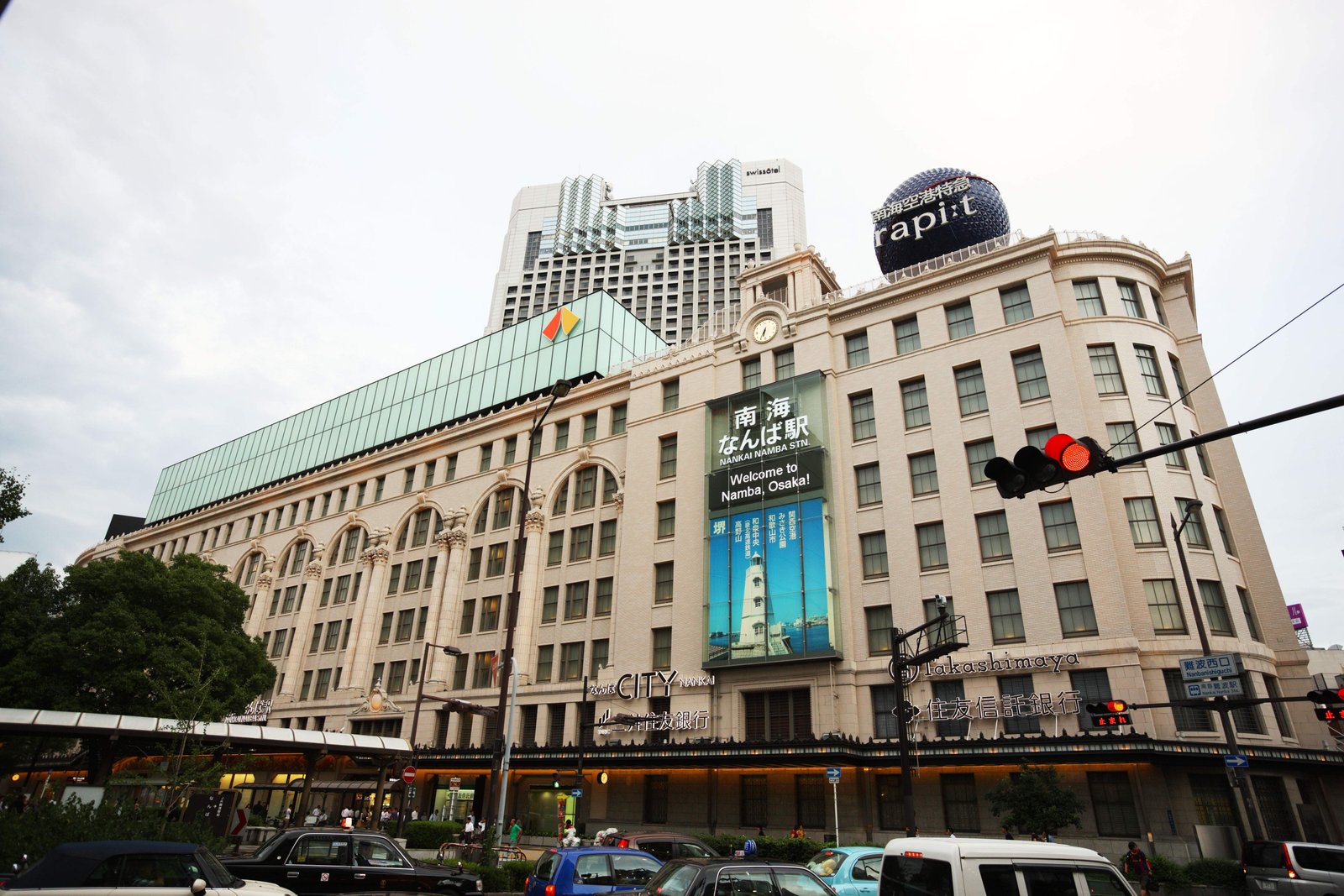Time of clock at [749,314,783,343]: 6:34
